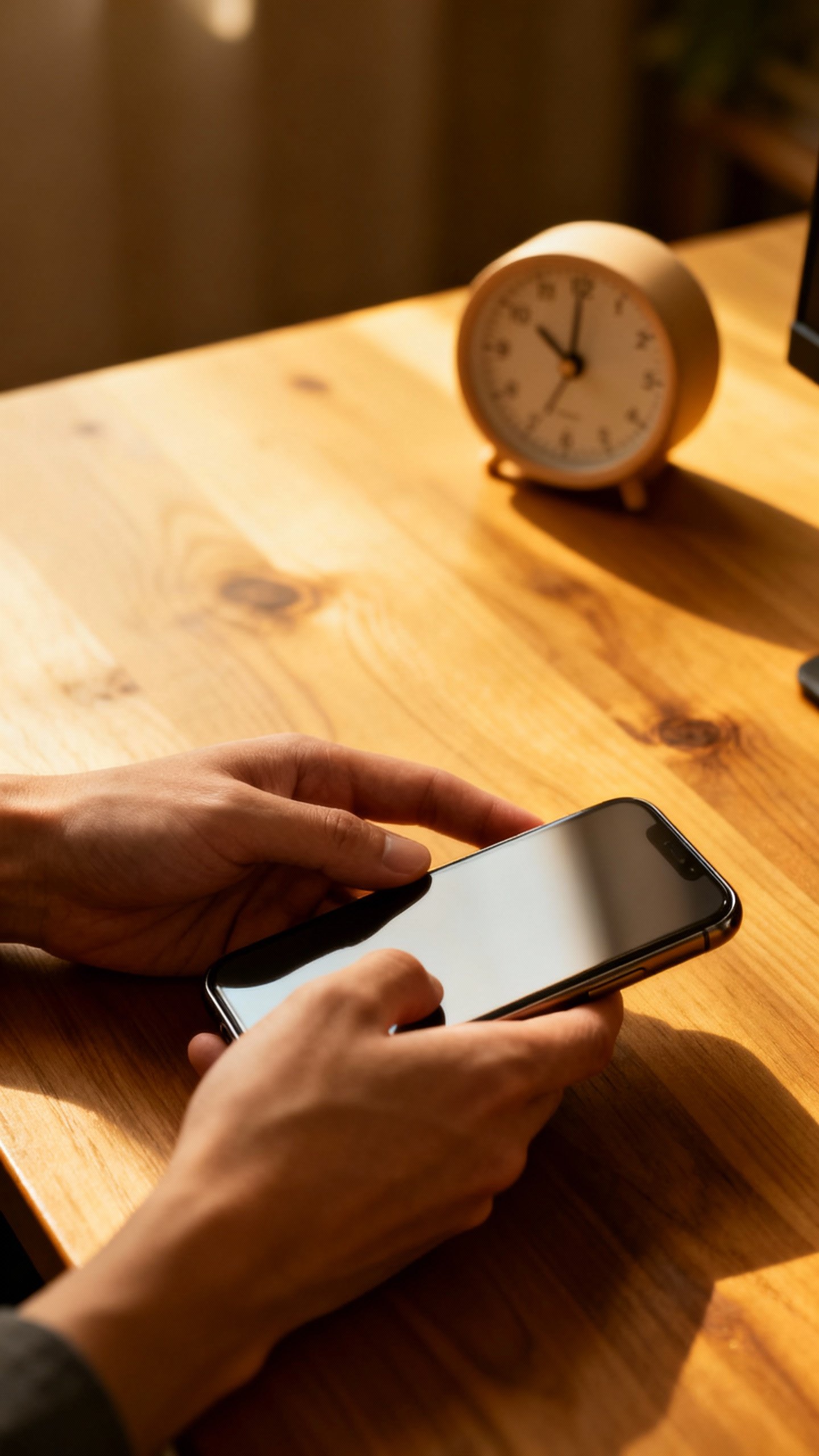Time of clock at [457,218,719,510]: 10:00
